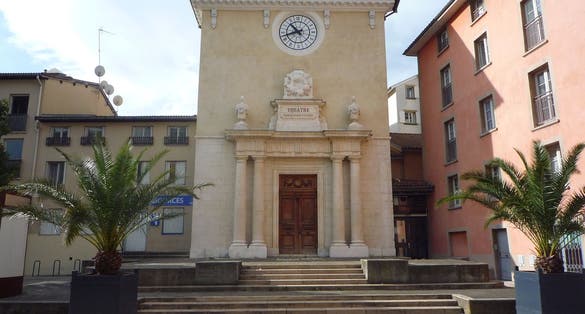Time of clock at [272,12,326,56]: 10:42
